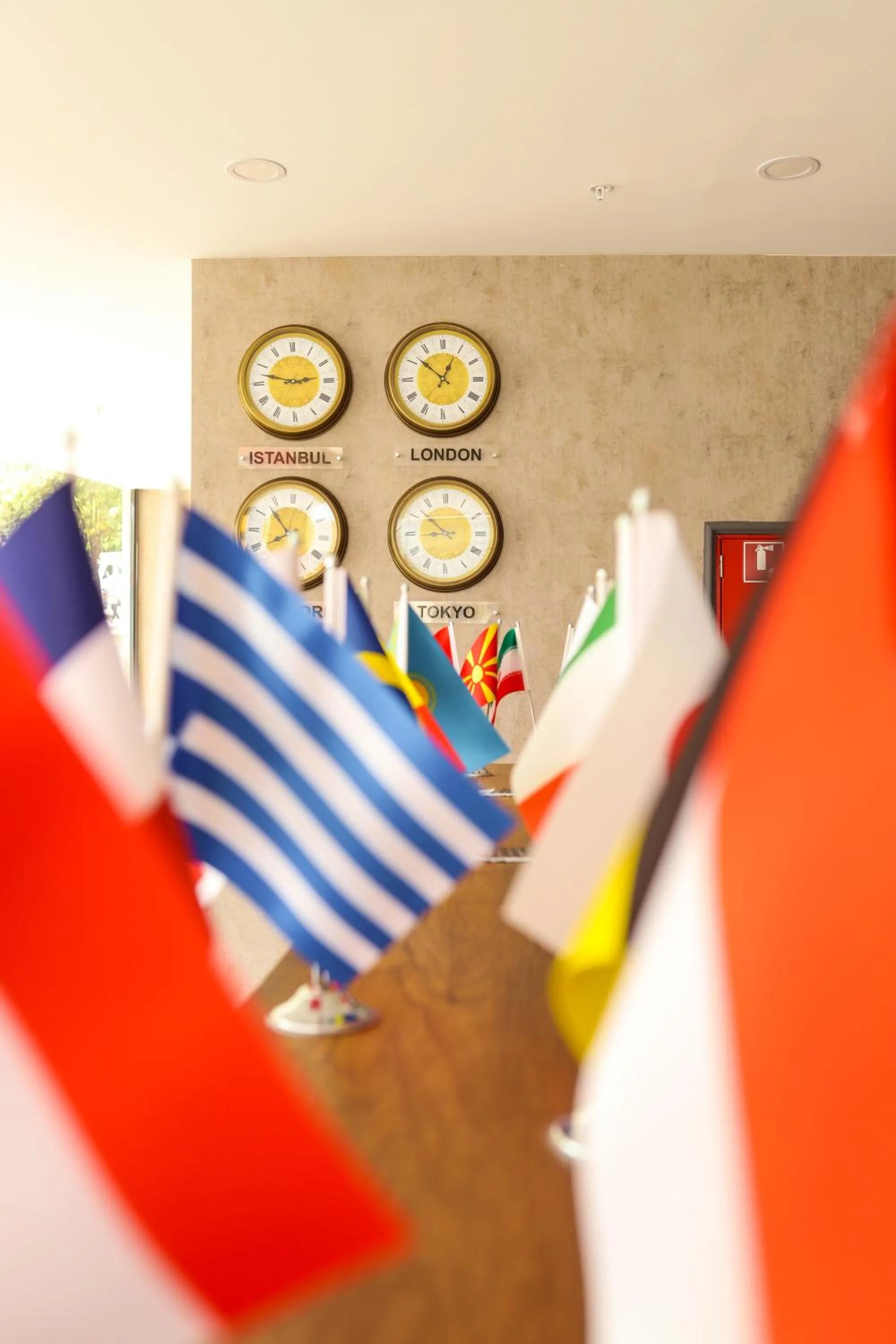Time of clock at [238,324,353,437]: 2:47
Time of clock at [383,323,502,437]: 12:51
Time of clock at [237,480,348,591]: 7:52
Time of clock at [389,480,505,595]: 8:51
